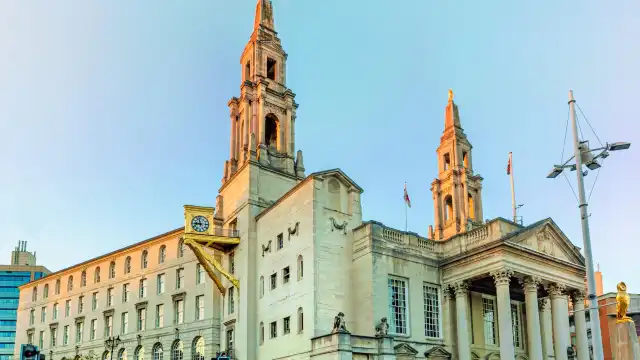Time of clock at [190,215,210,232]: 8:57
